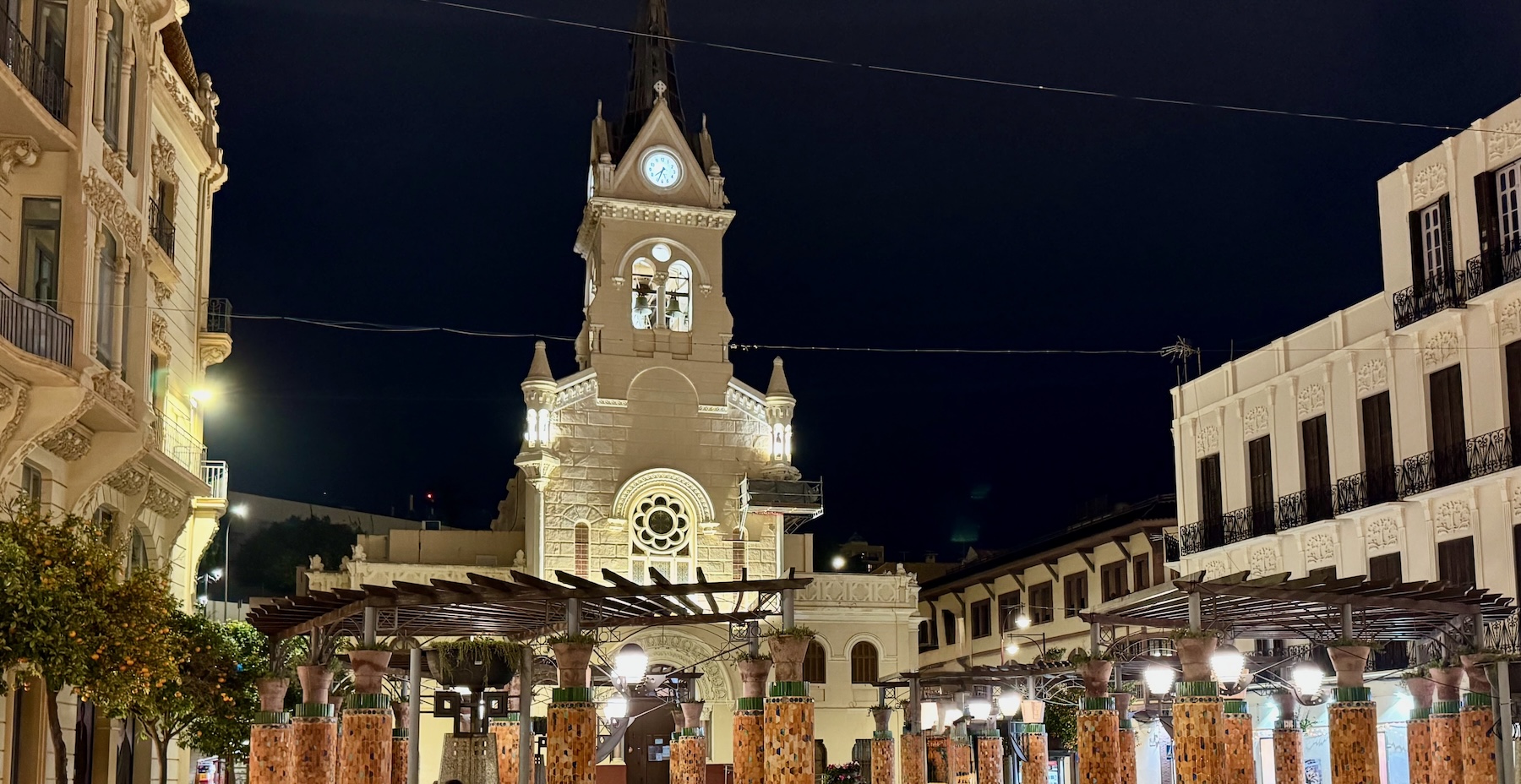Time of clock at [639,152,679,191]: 7:33
